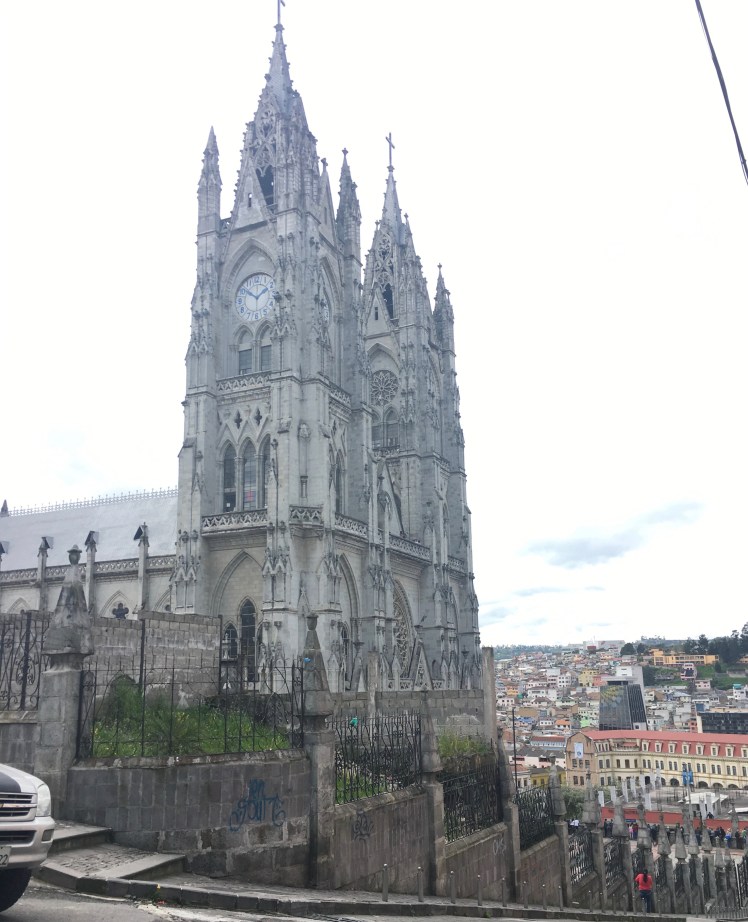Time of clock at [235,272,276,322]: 1:51
